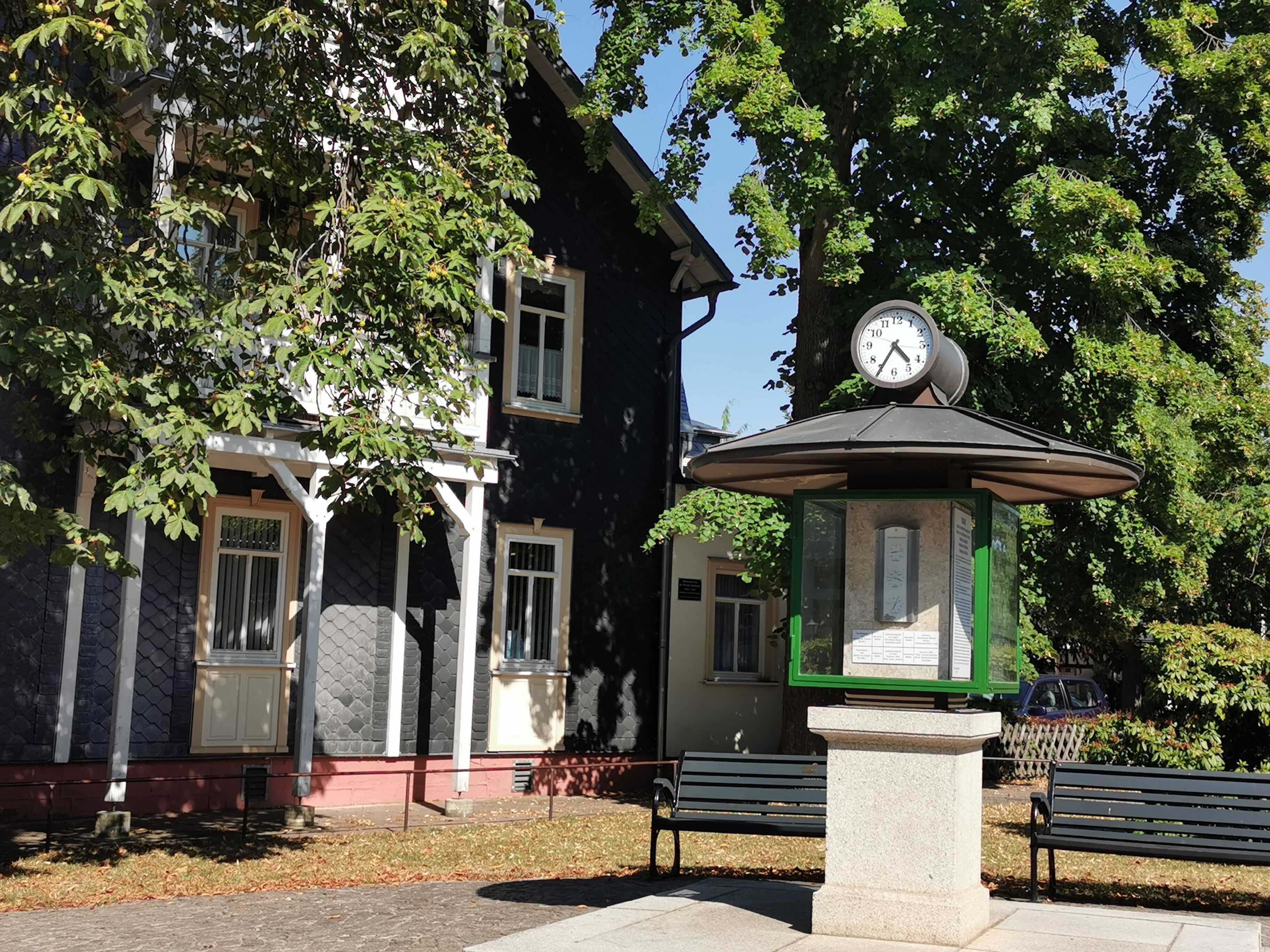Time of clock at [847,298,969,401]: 4:35
